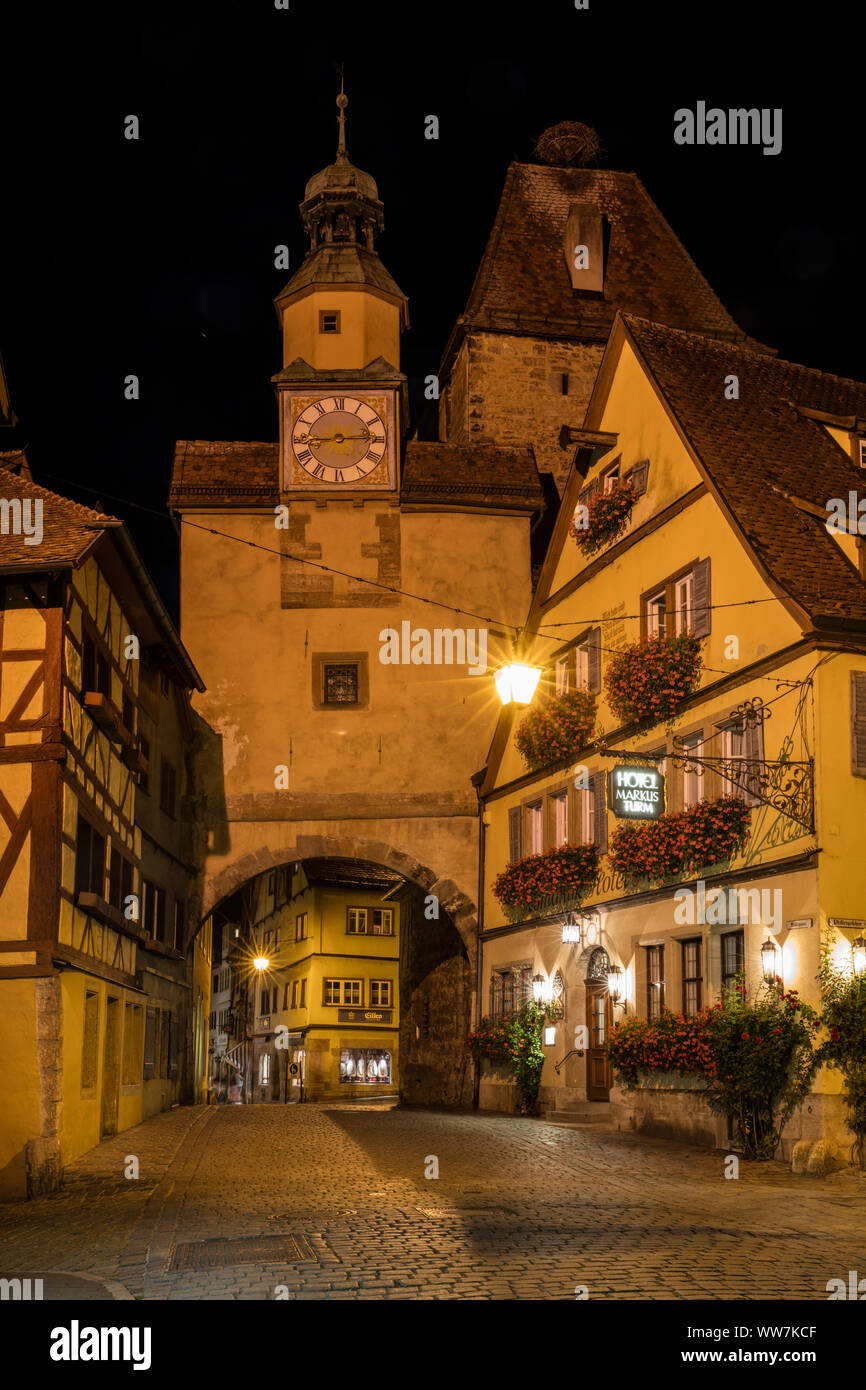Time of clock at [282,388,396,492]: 2:44
